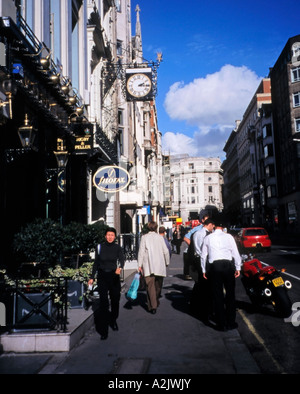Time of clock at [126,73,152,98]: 2:16
